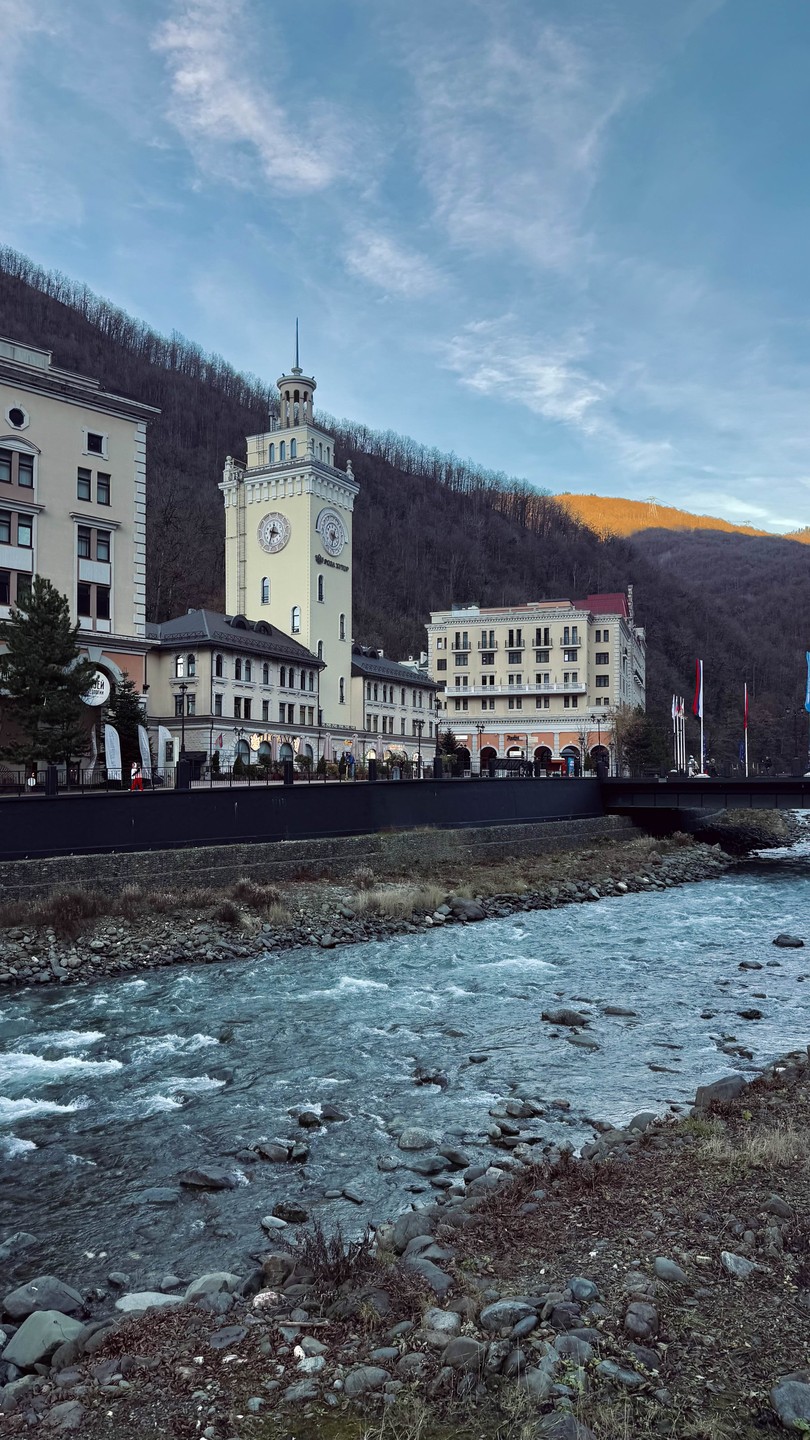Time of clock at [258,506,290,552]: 3:32
